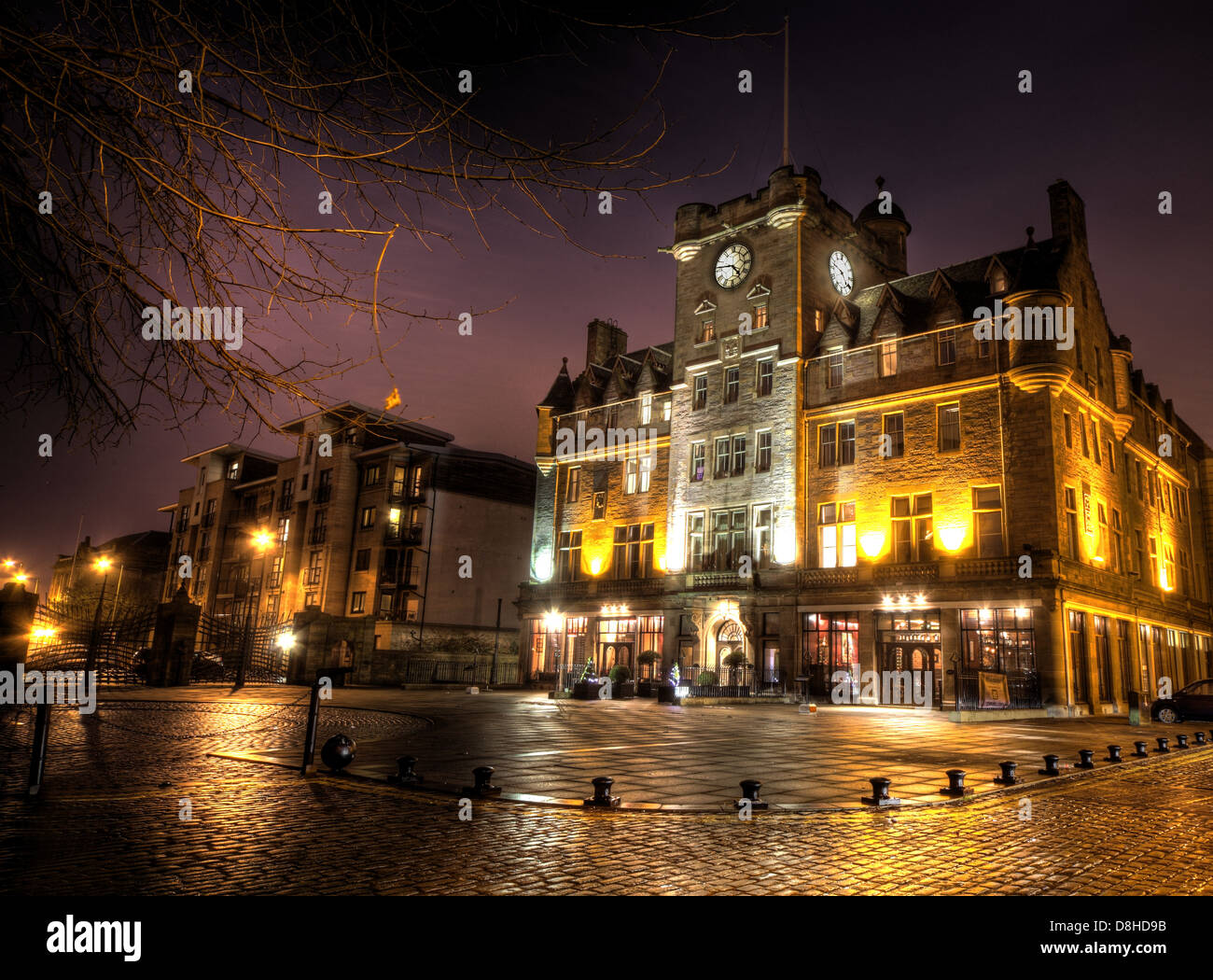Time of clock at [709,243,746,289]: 4:46
